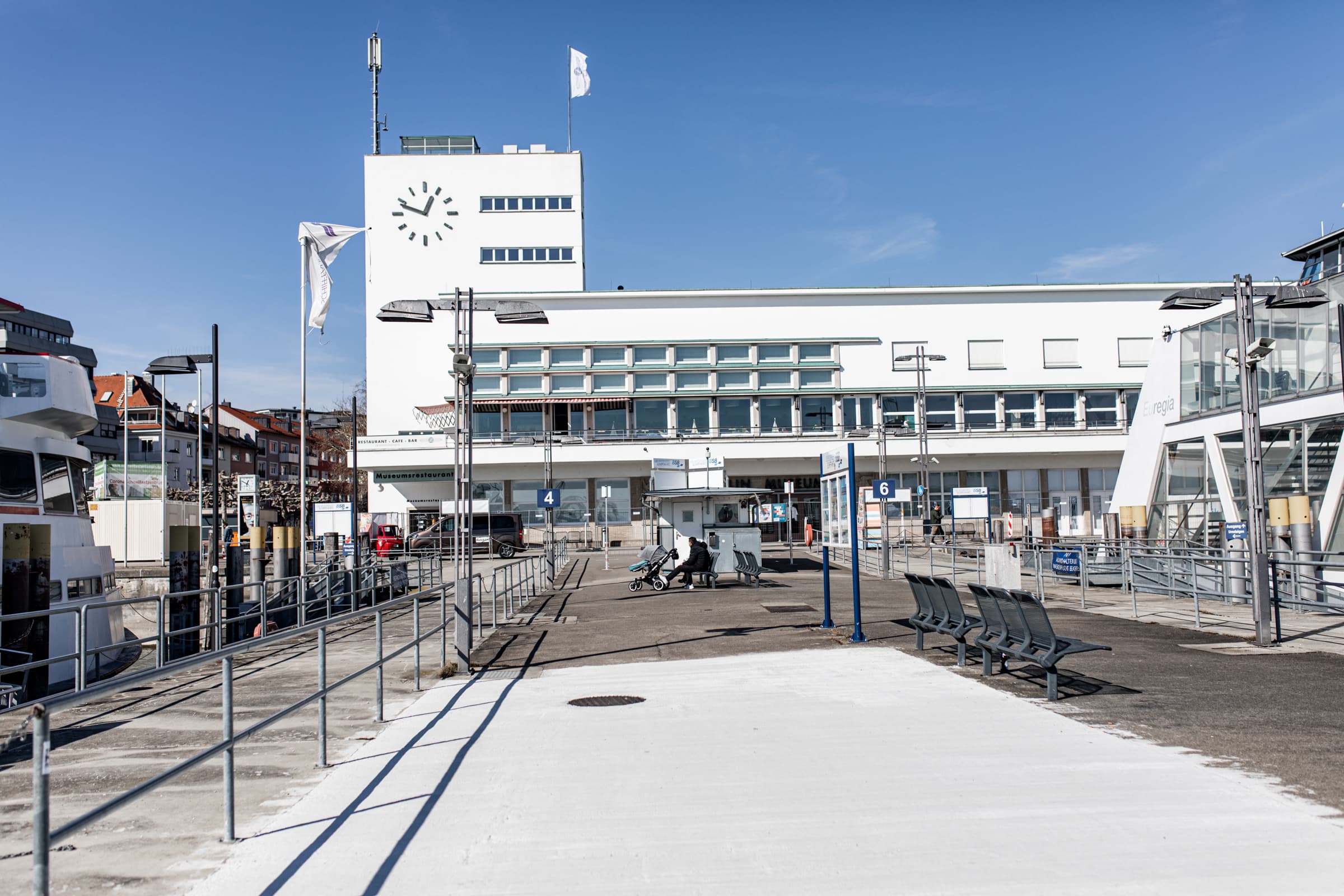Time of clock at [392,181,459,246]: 12:48
